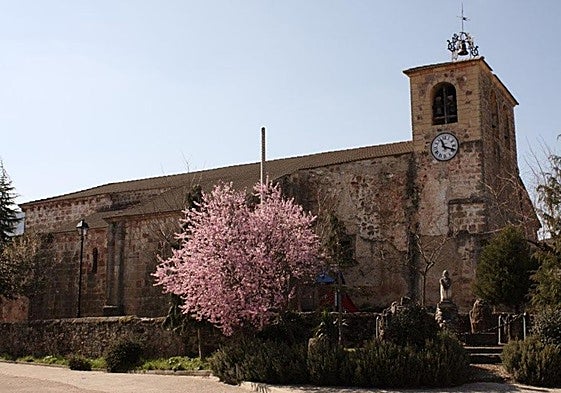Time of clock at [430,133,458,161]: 11:18
